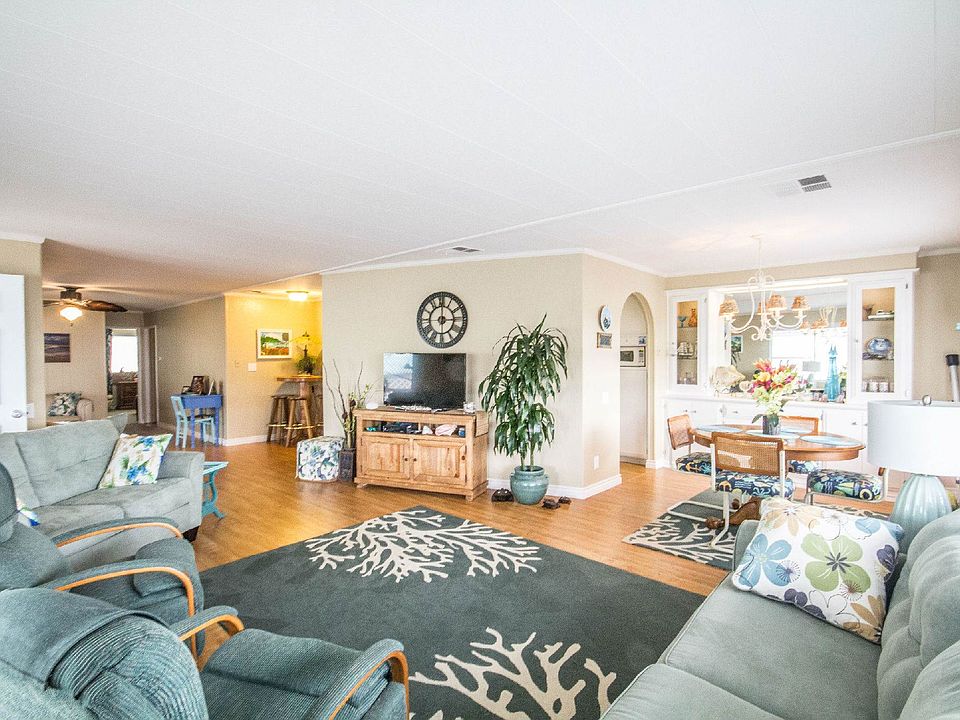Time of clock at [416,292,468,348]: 3:00
